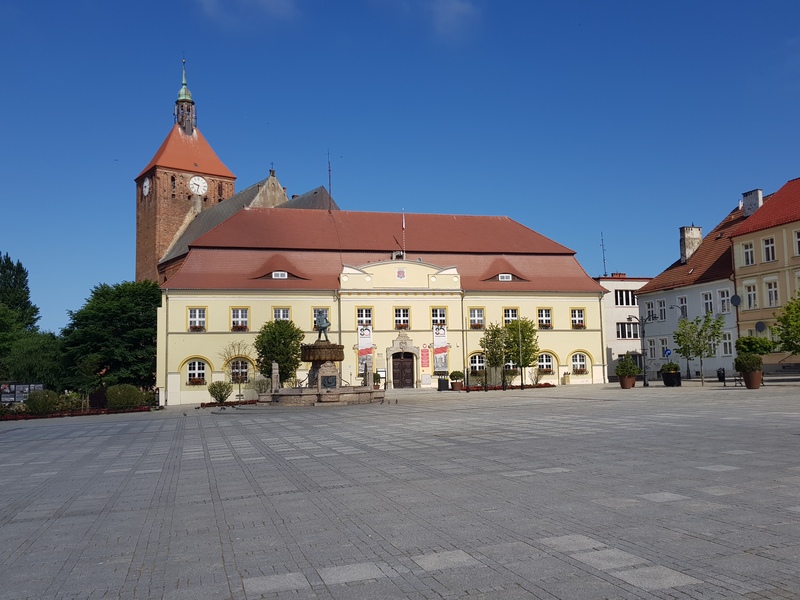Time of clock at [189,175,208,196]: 9:32
